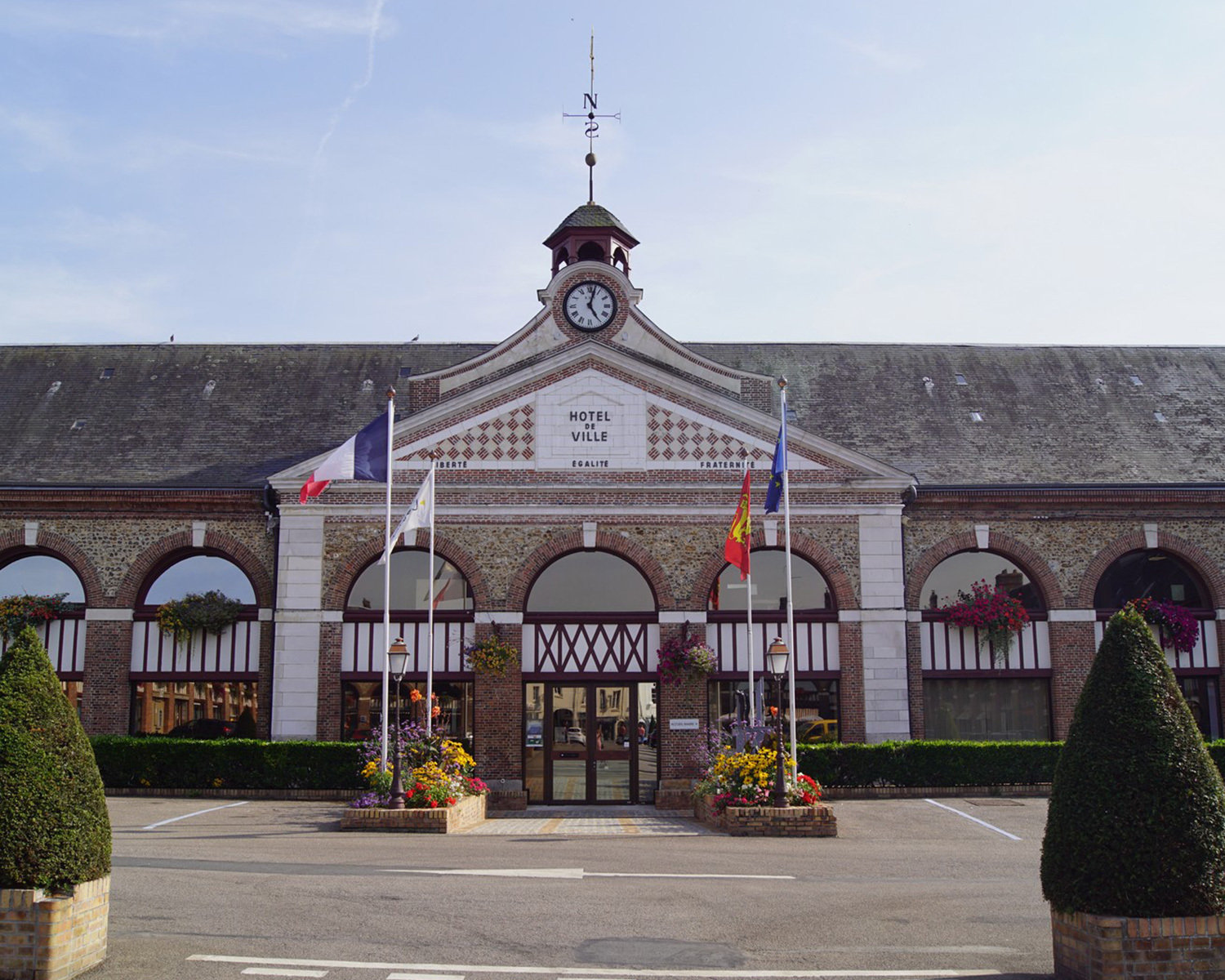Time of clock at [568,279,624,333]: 5:02
